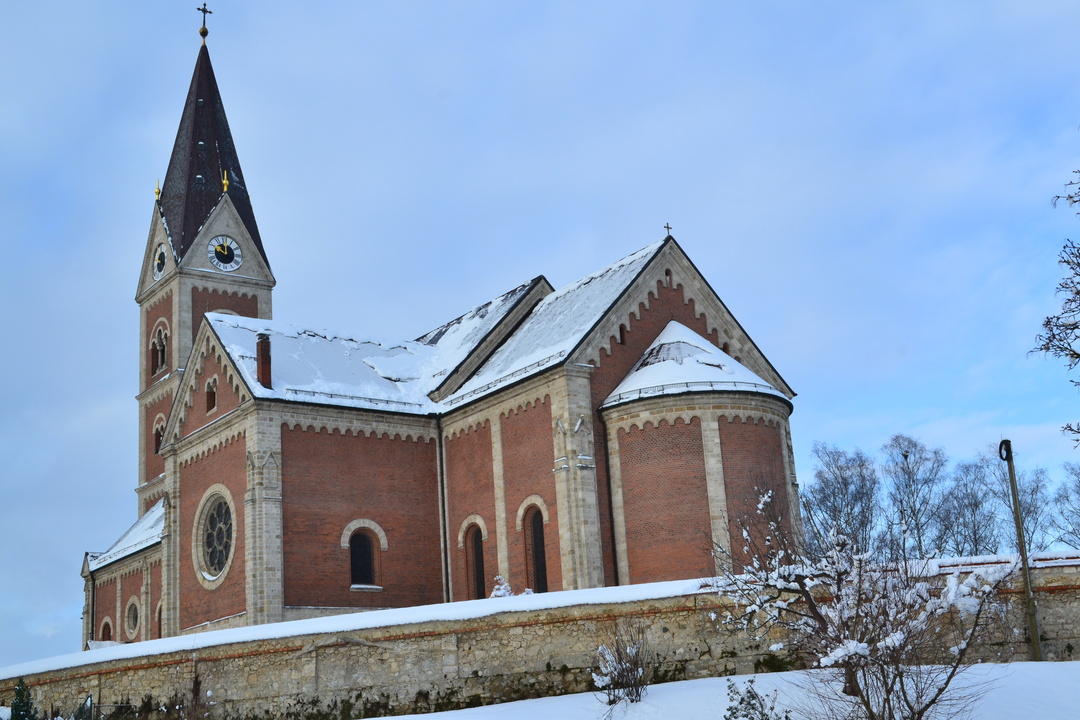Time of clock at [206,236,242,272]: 10:00
